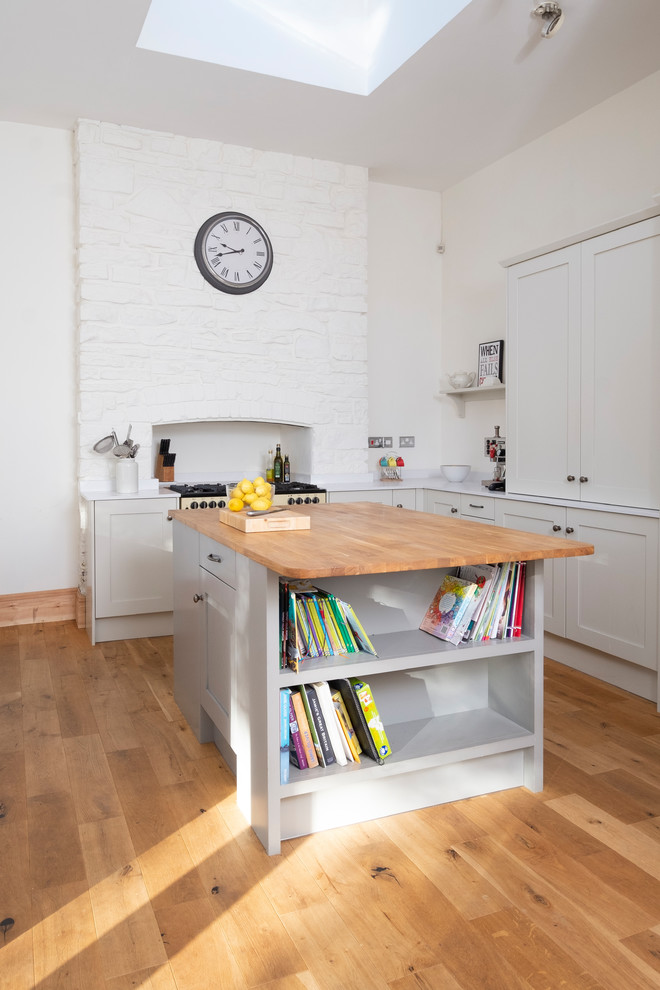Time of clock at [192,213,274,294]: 9:42
